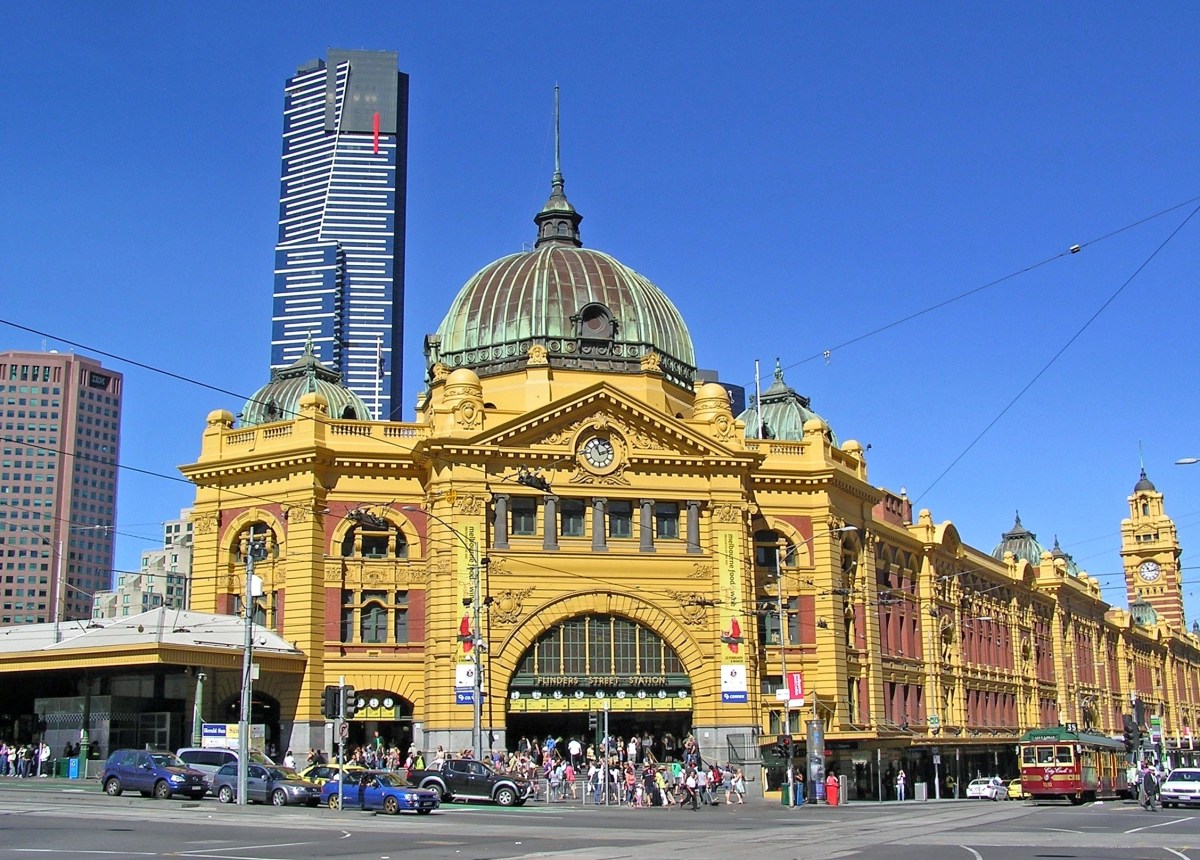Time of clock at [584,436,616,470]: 11:12
